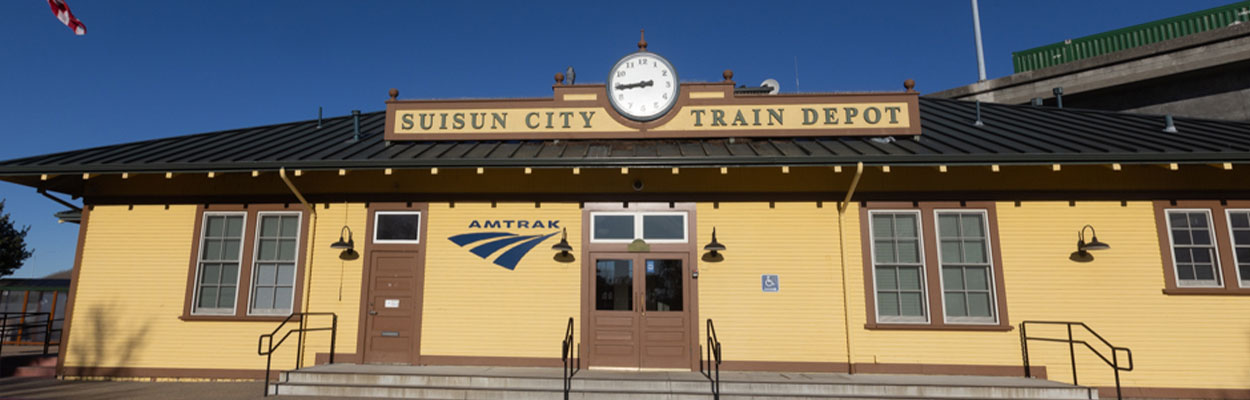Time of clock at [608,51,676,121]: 8:44
